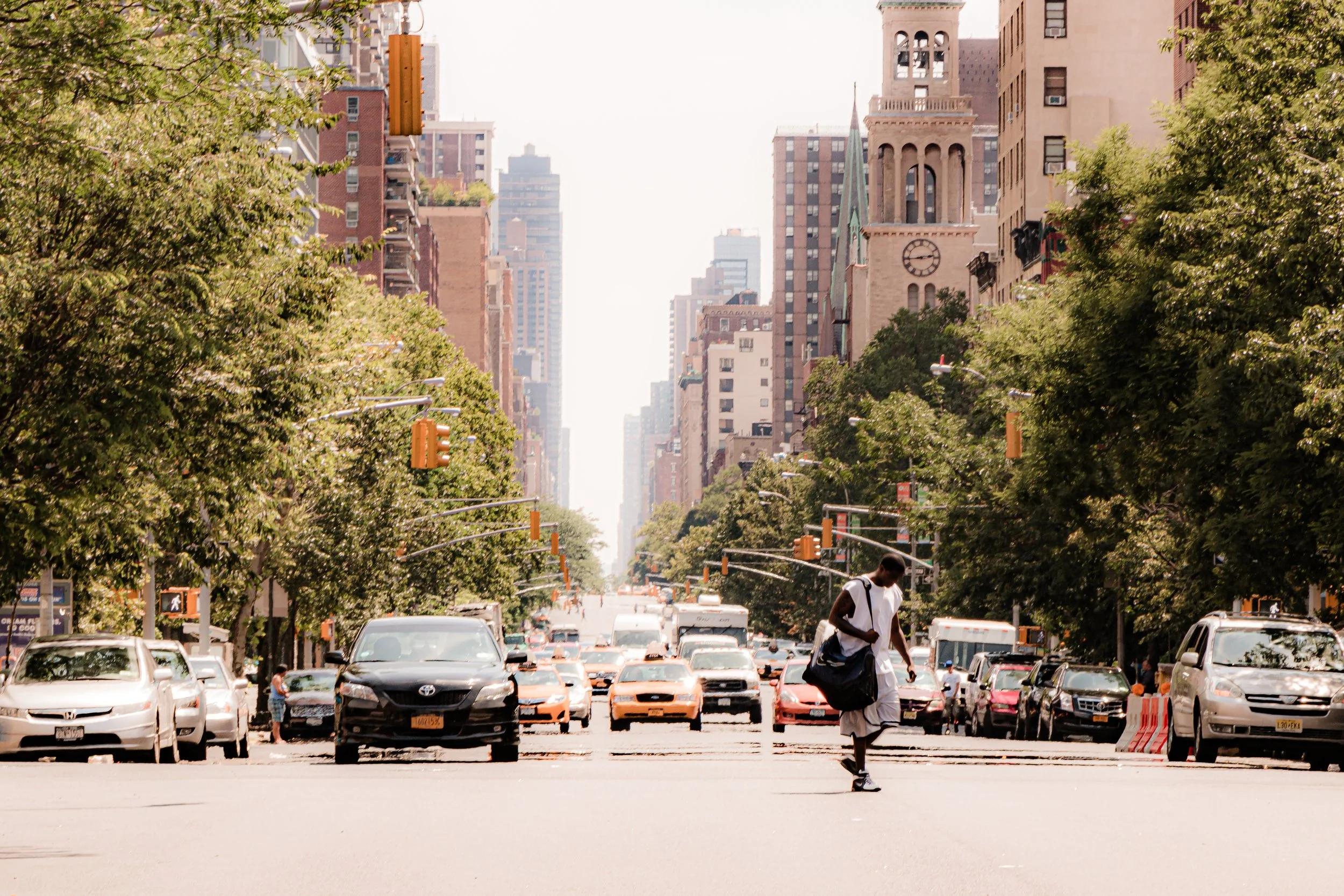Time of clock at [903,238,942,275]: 2:43
